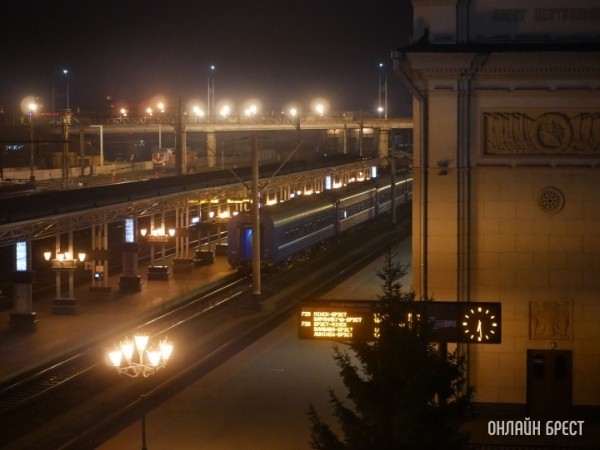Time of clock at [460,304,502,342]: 6:29
